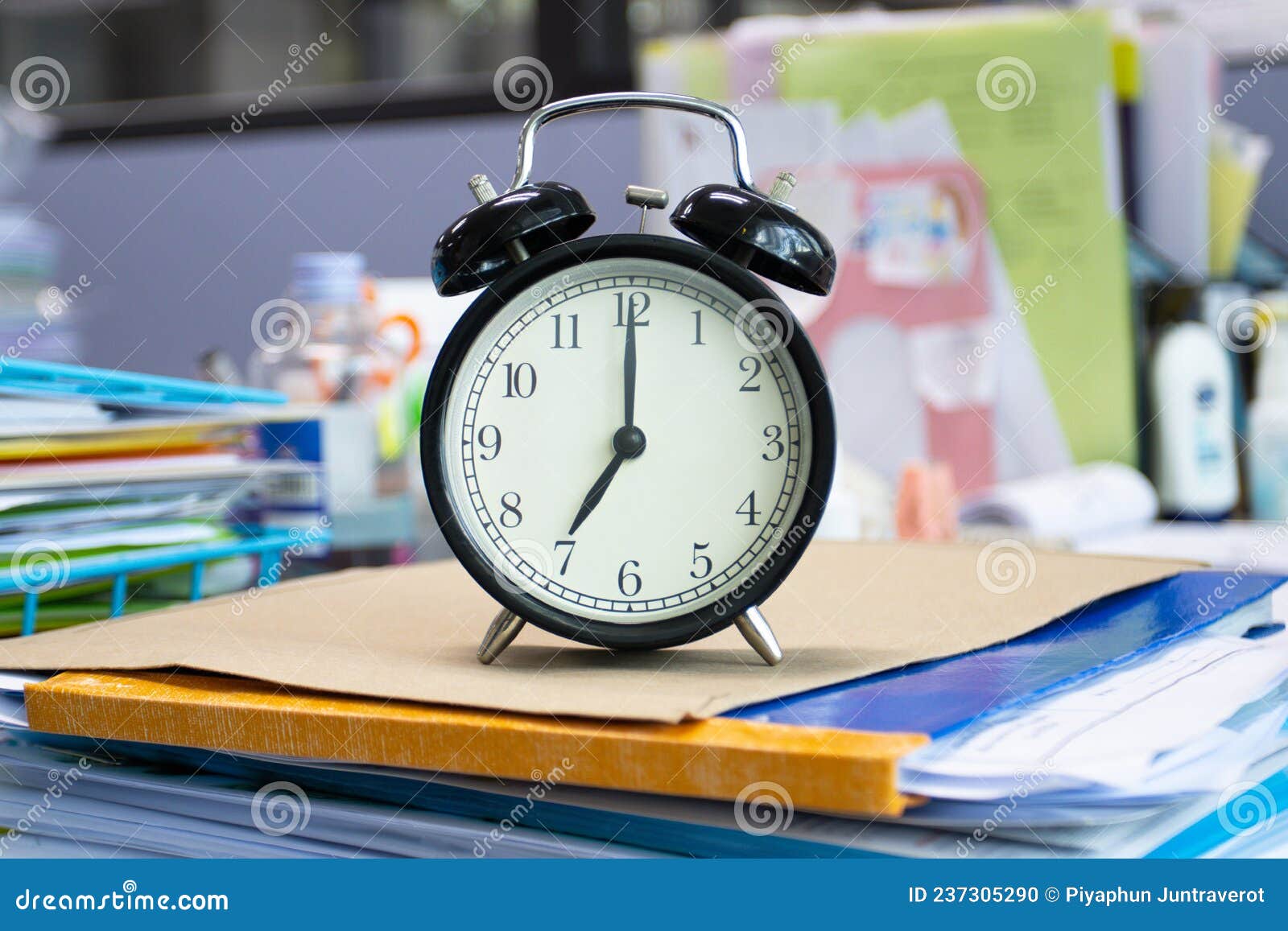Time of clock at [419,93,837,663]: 7:00
